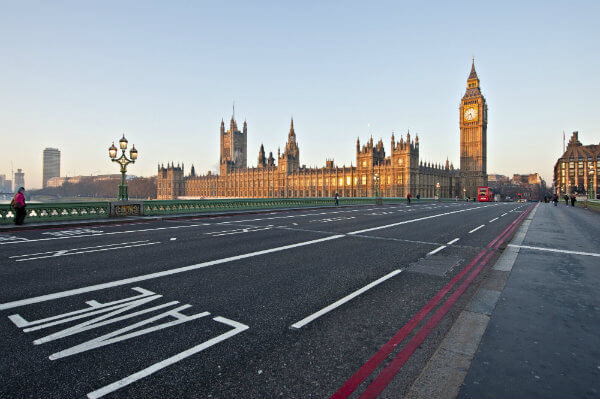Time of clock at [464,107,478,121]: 8:26
